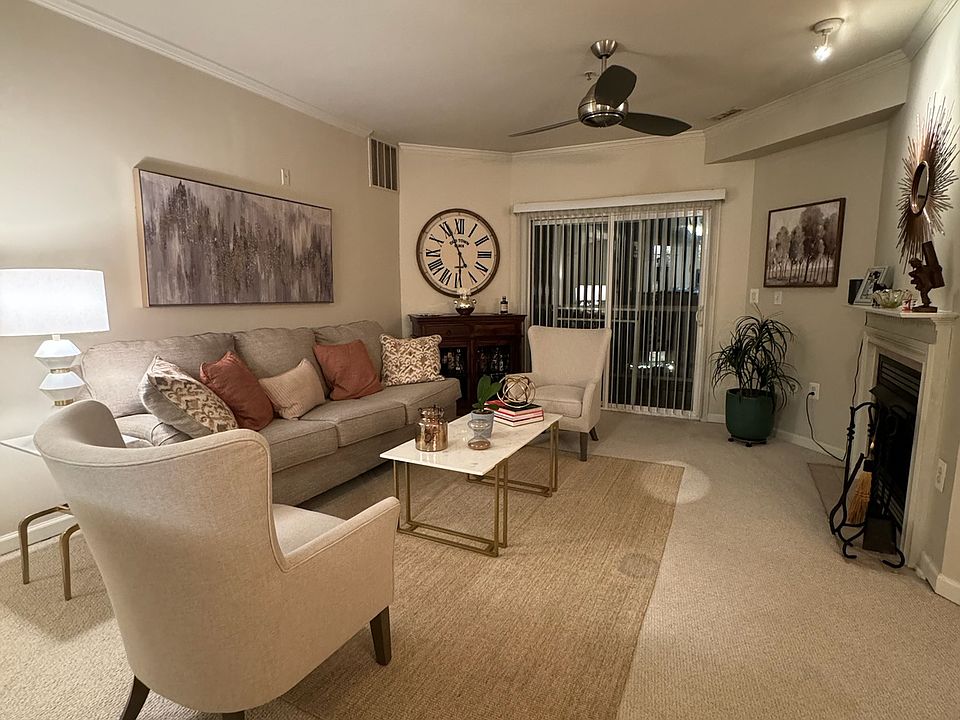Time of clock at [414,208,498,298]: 5:55
